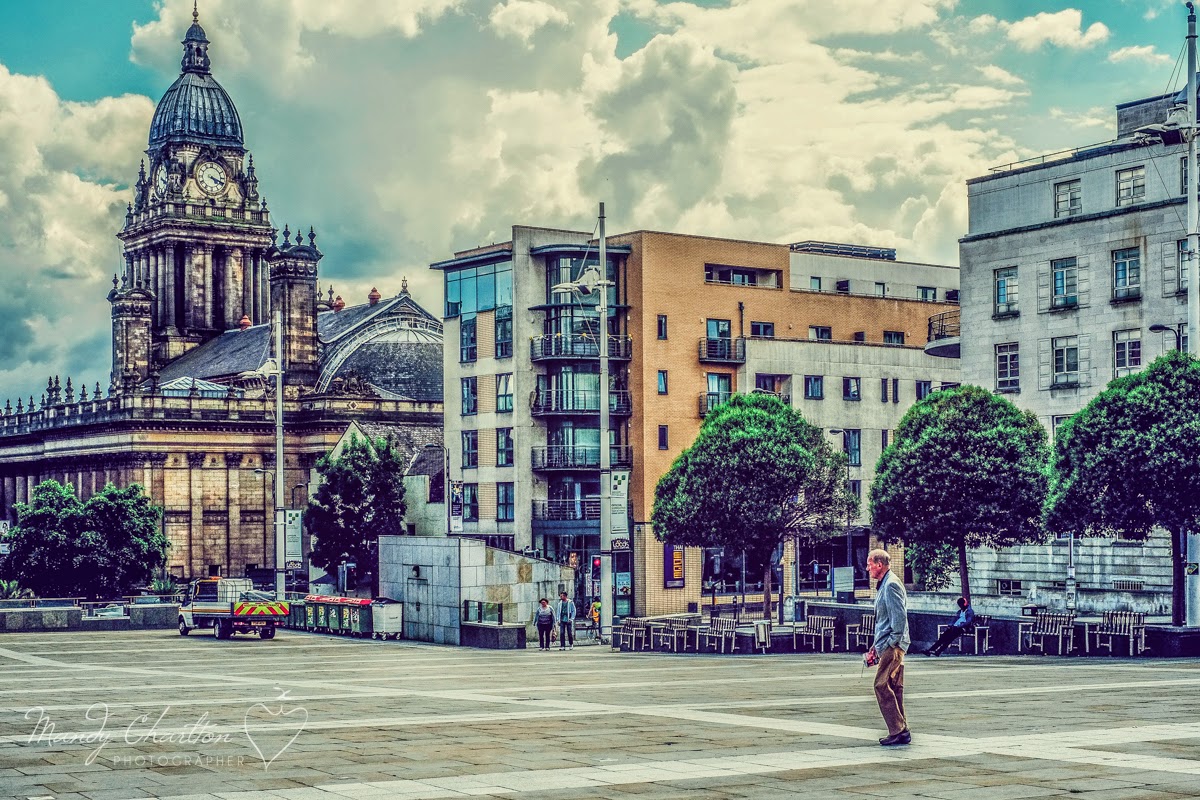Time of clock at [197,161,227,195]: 4:18
